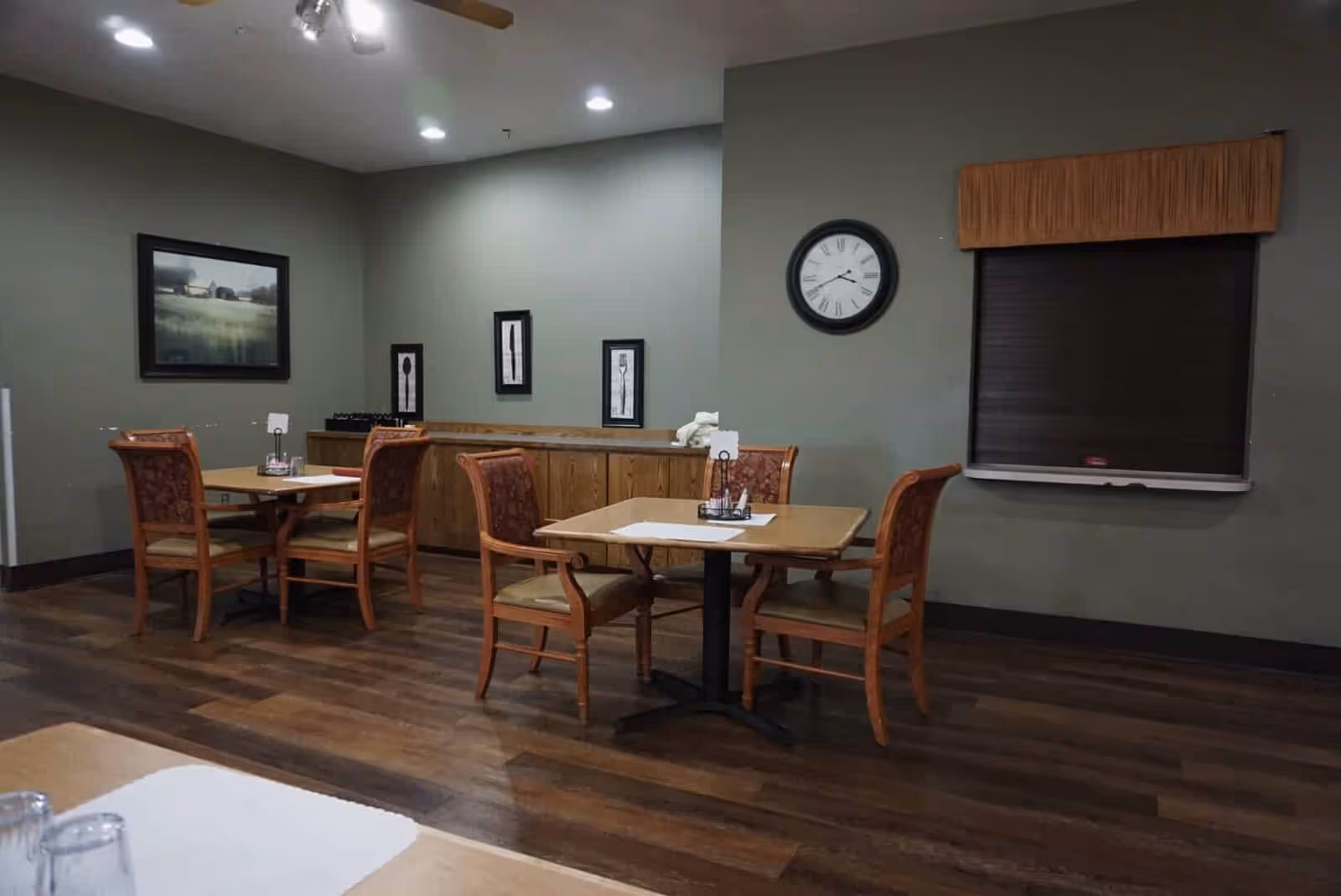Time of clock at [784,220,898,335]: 3:40
